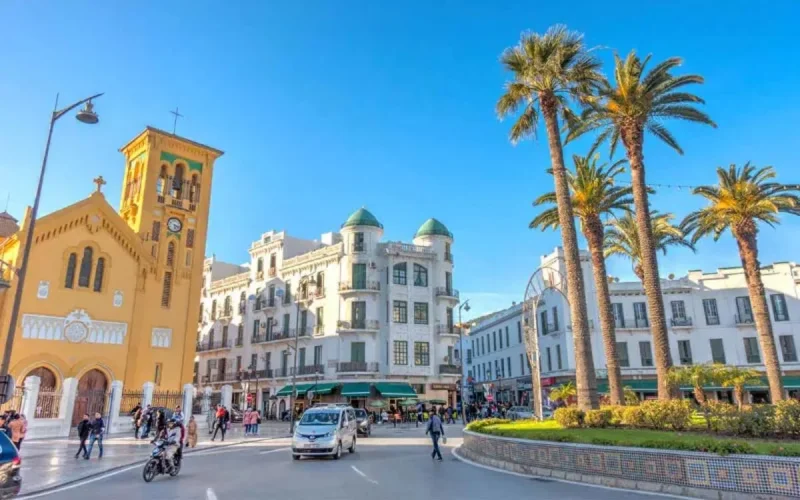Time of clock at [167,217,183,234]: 5:18
